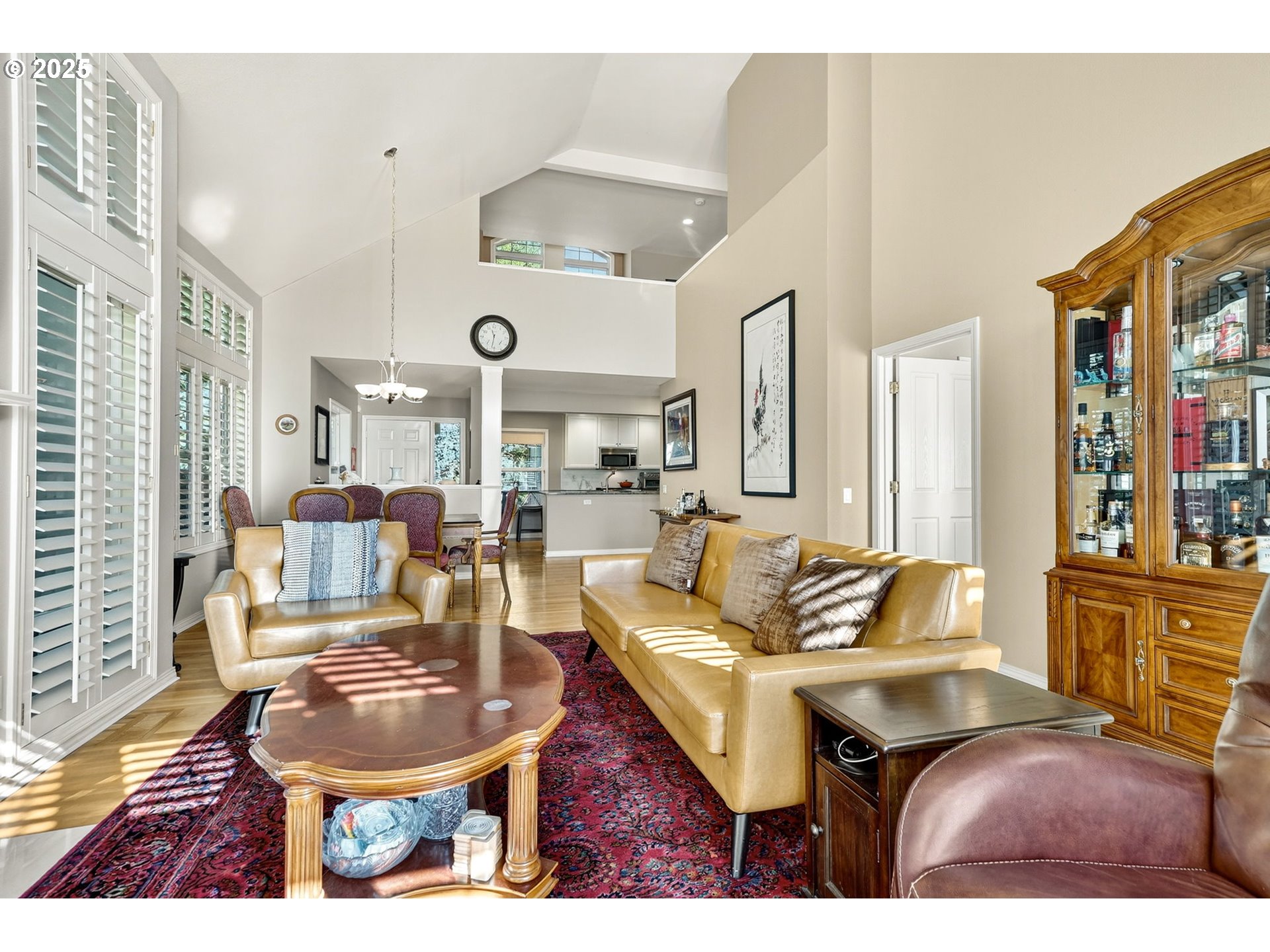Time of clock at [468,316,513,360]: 11:31
